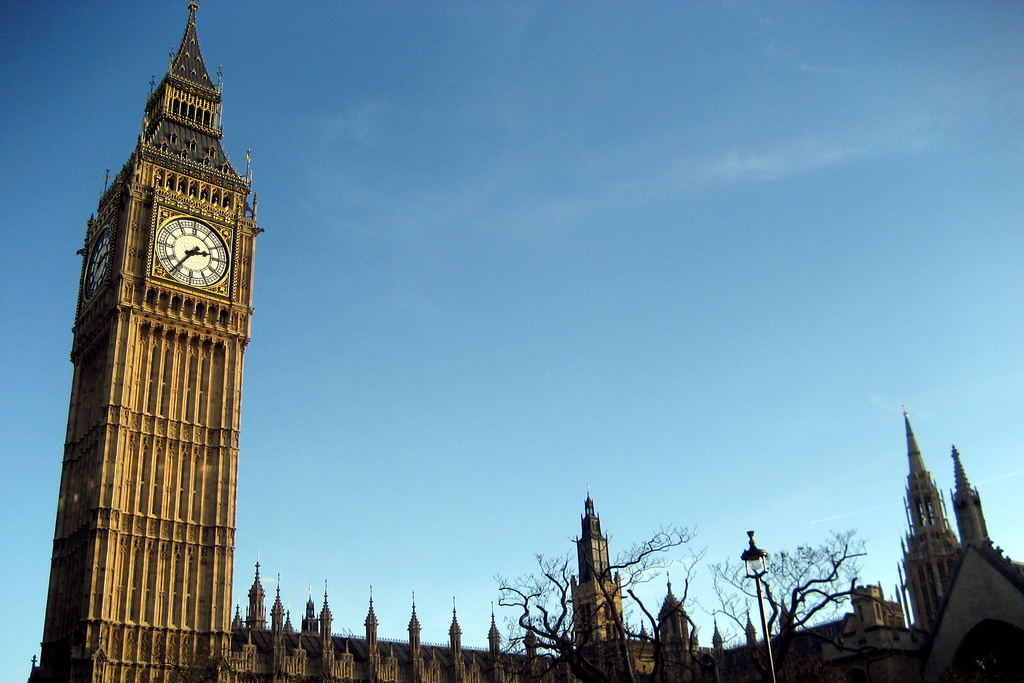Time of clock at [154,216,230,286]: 2:36
